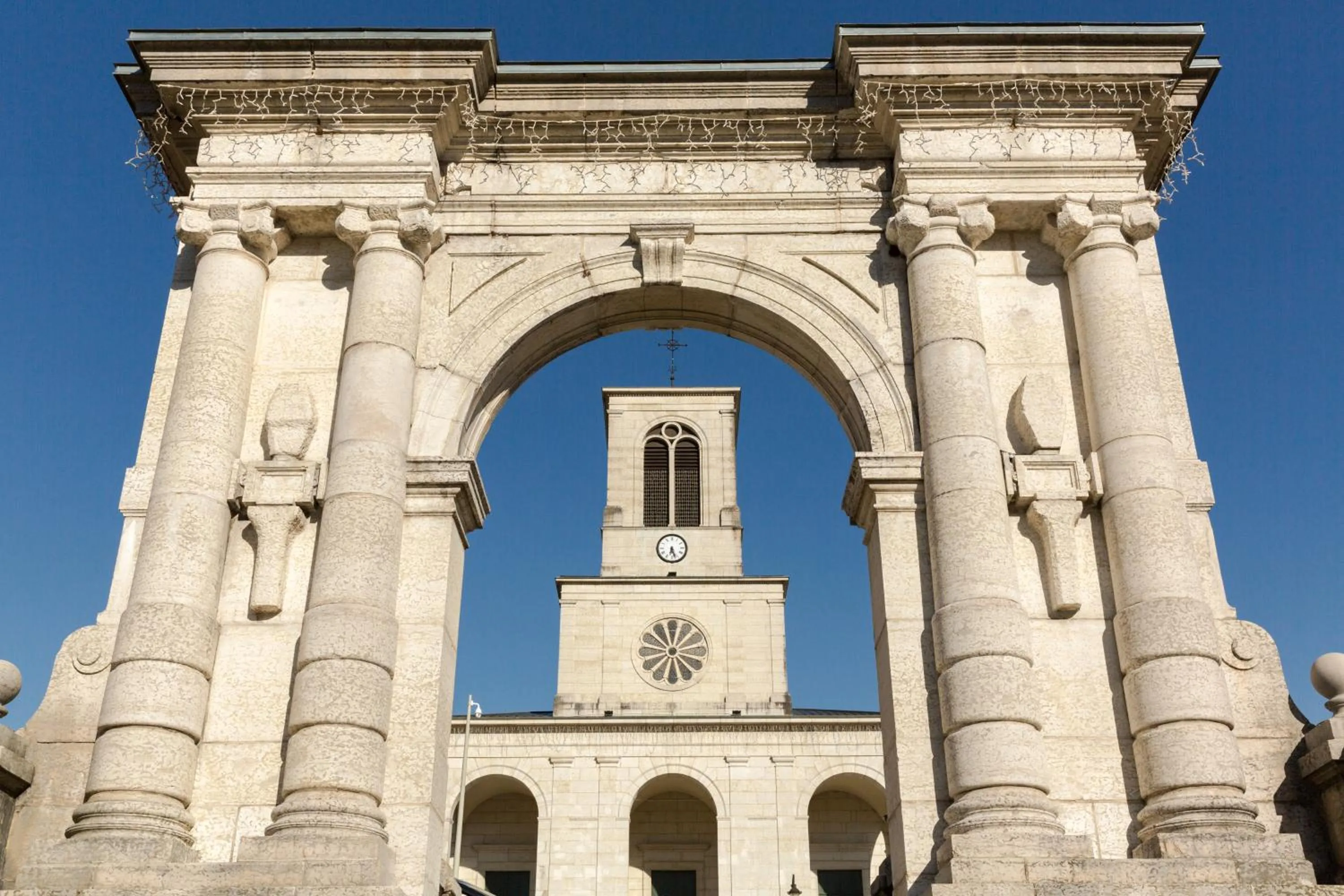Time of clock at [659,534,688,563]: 6:26
